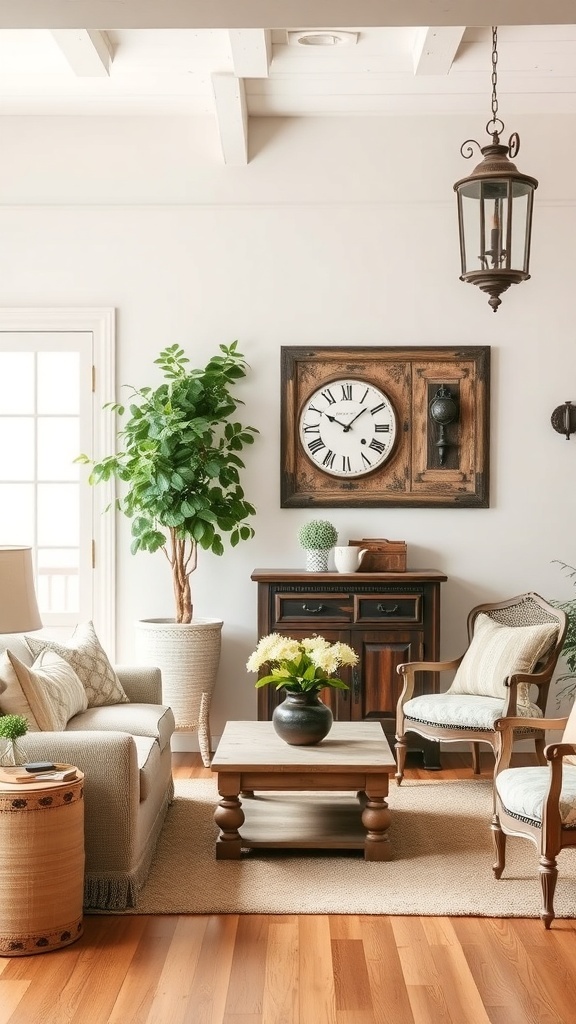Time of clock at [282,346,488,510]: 10:07
